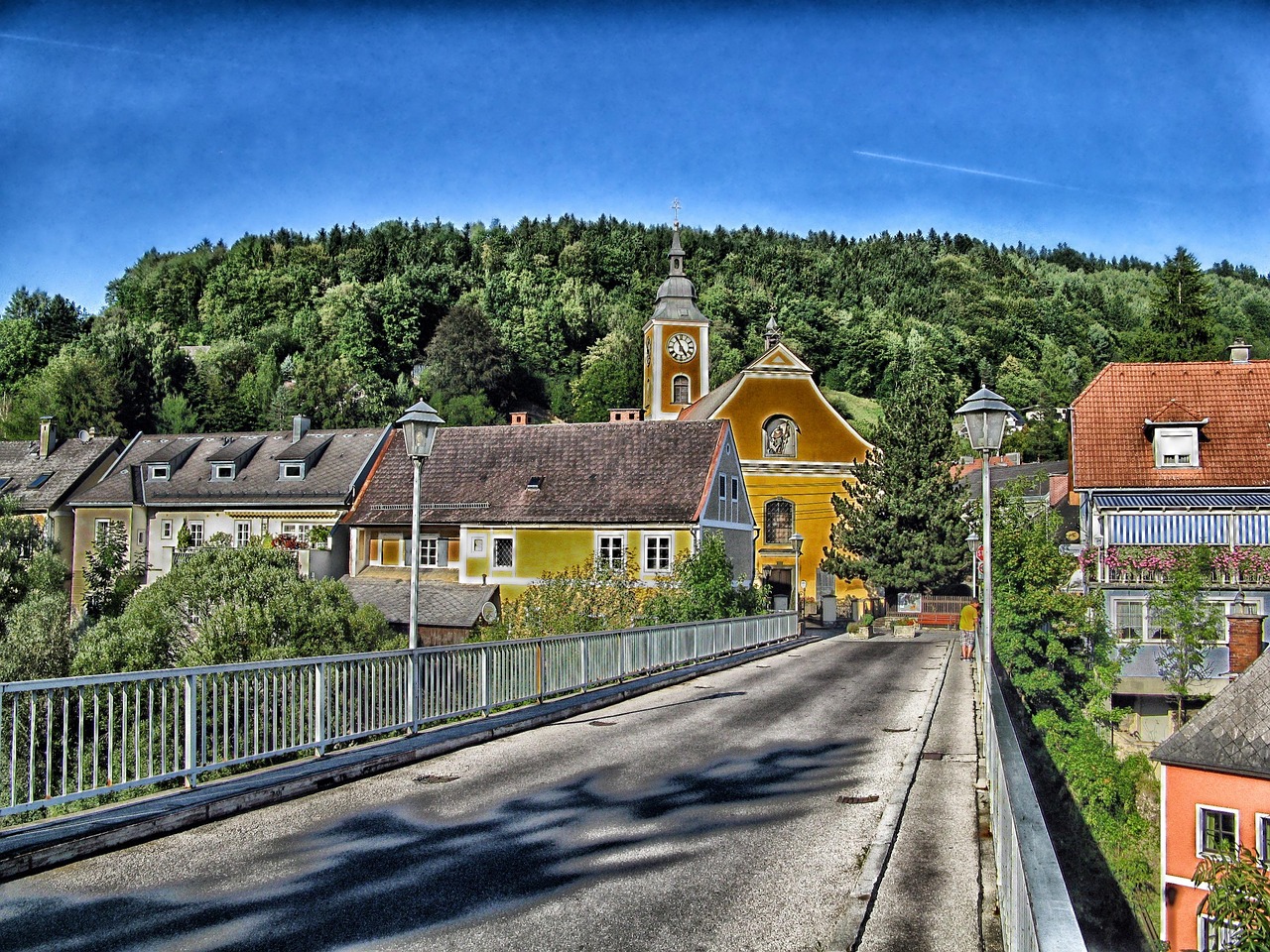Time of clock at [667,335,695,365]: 4:55
